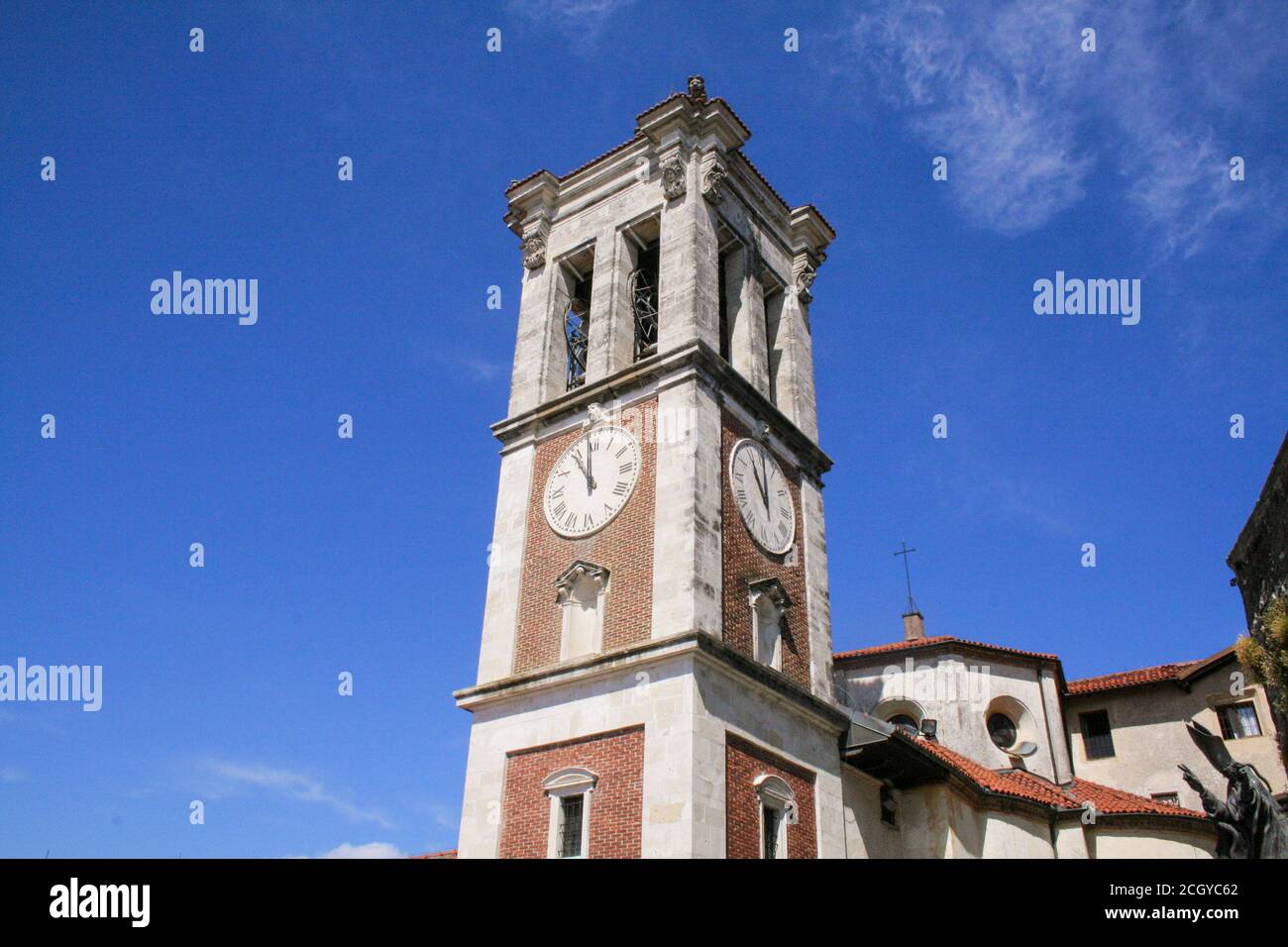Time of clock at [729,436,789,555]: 11:00
